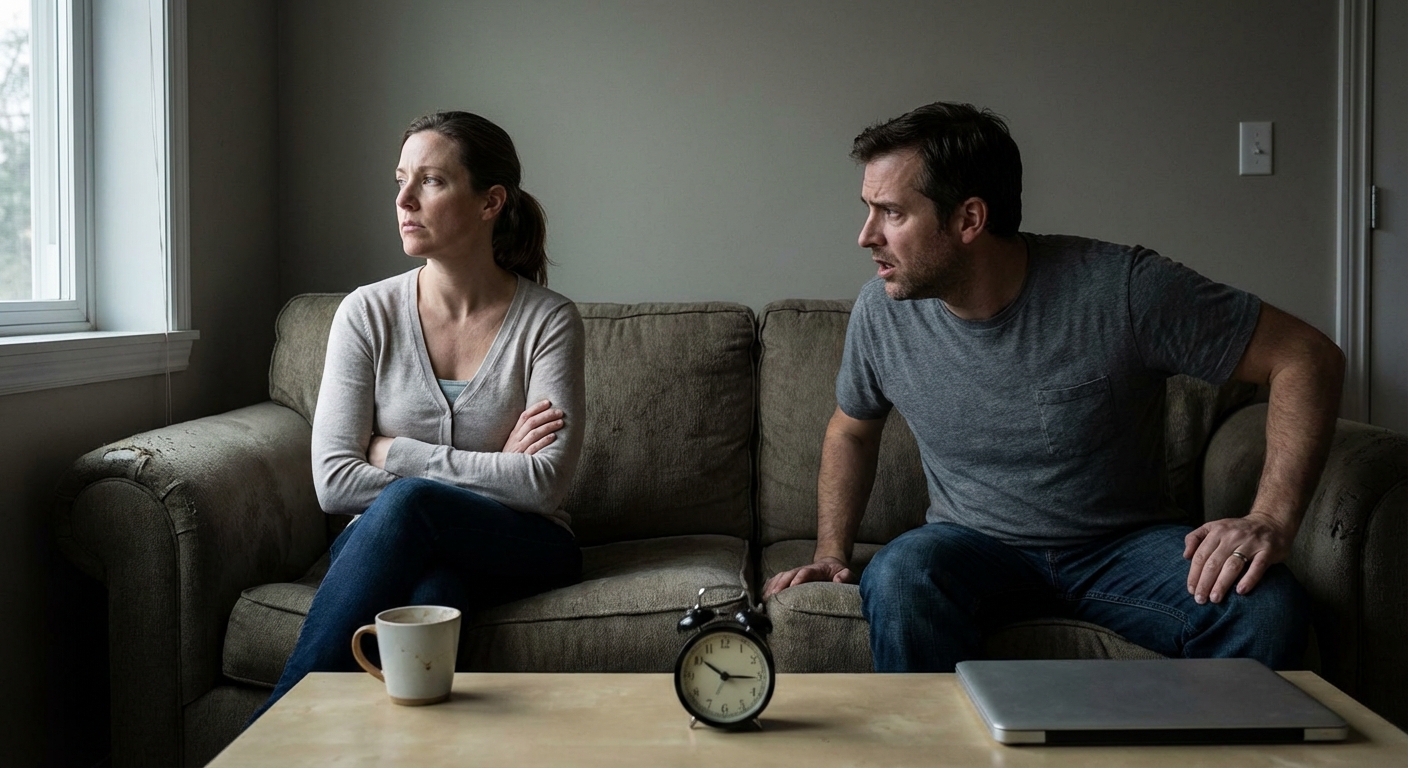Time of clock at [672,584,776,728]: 10:15
